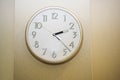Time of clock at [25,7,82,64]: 2:22
